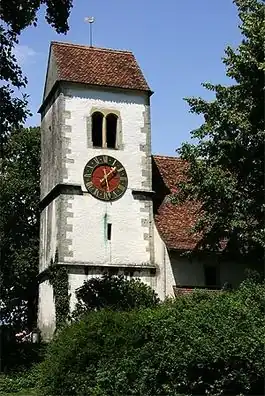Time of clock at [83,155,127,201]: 1:28
